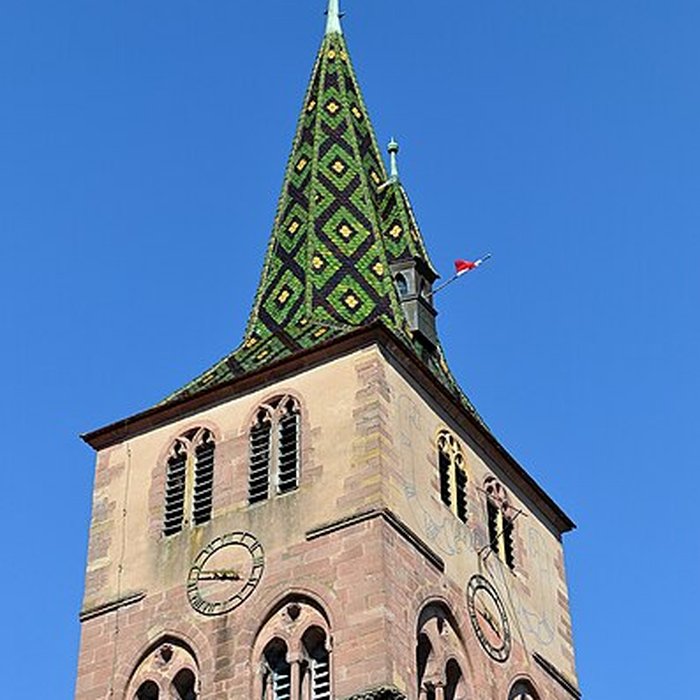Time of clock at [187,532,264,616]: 3:46
